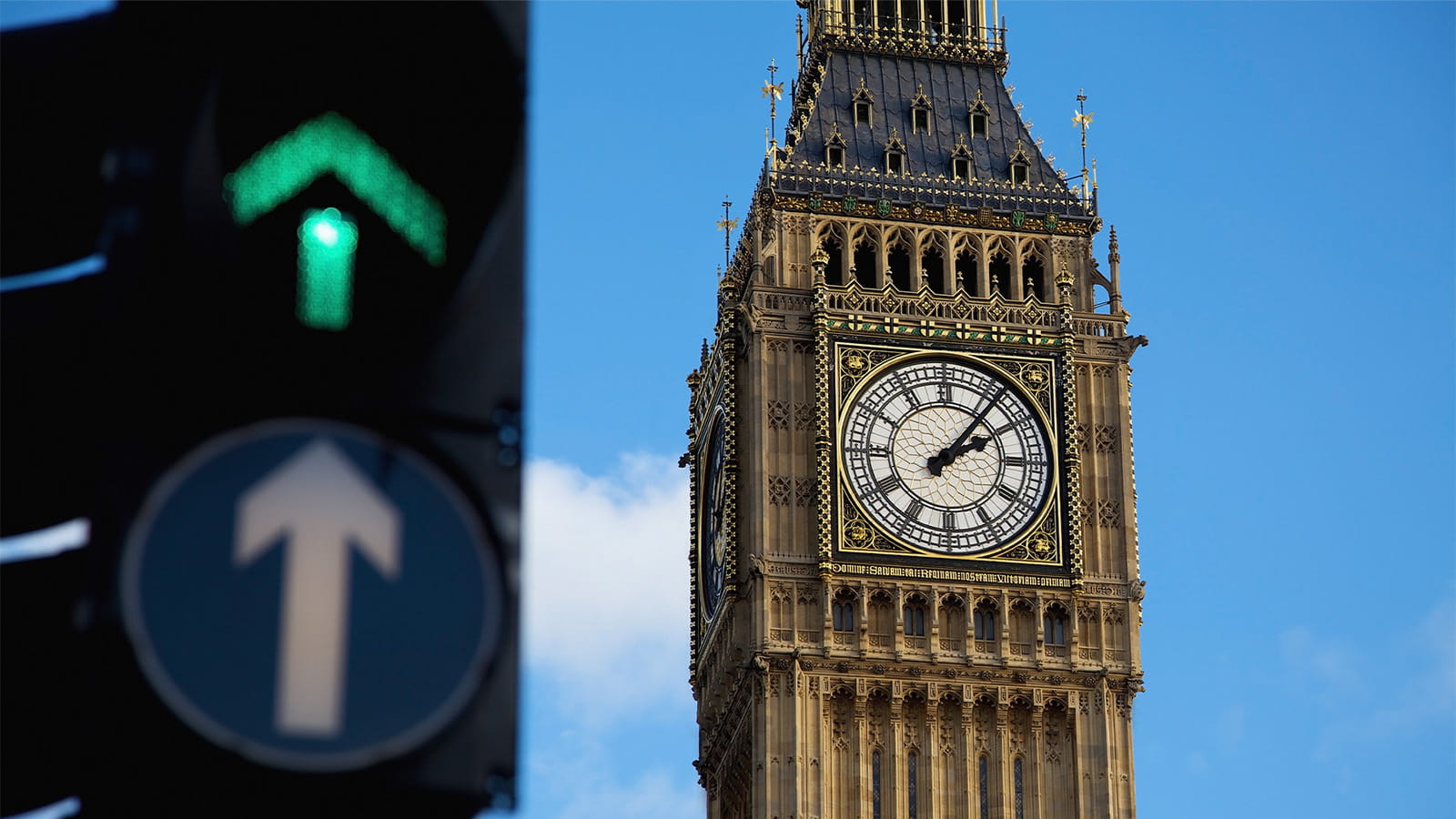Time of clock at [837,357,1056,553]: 2:06
